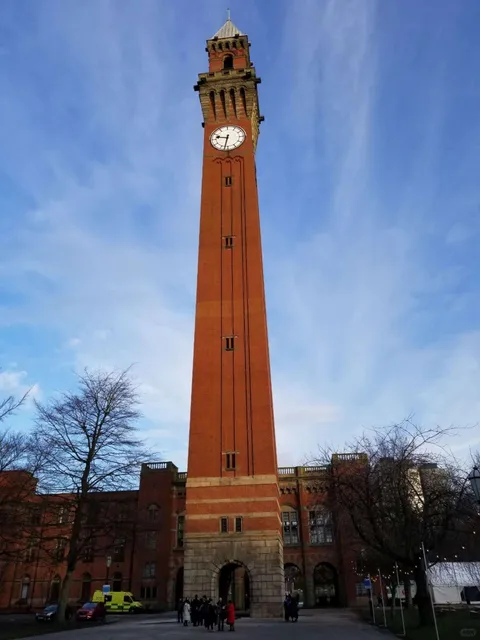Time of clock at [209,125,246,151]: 9:32
